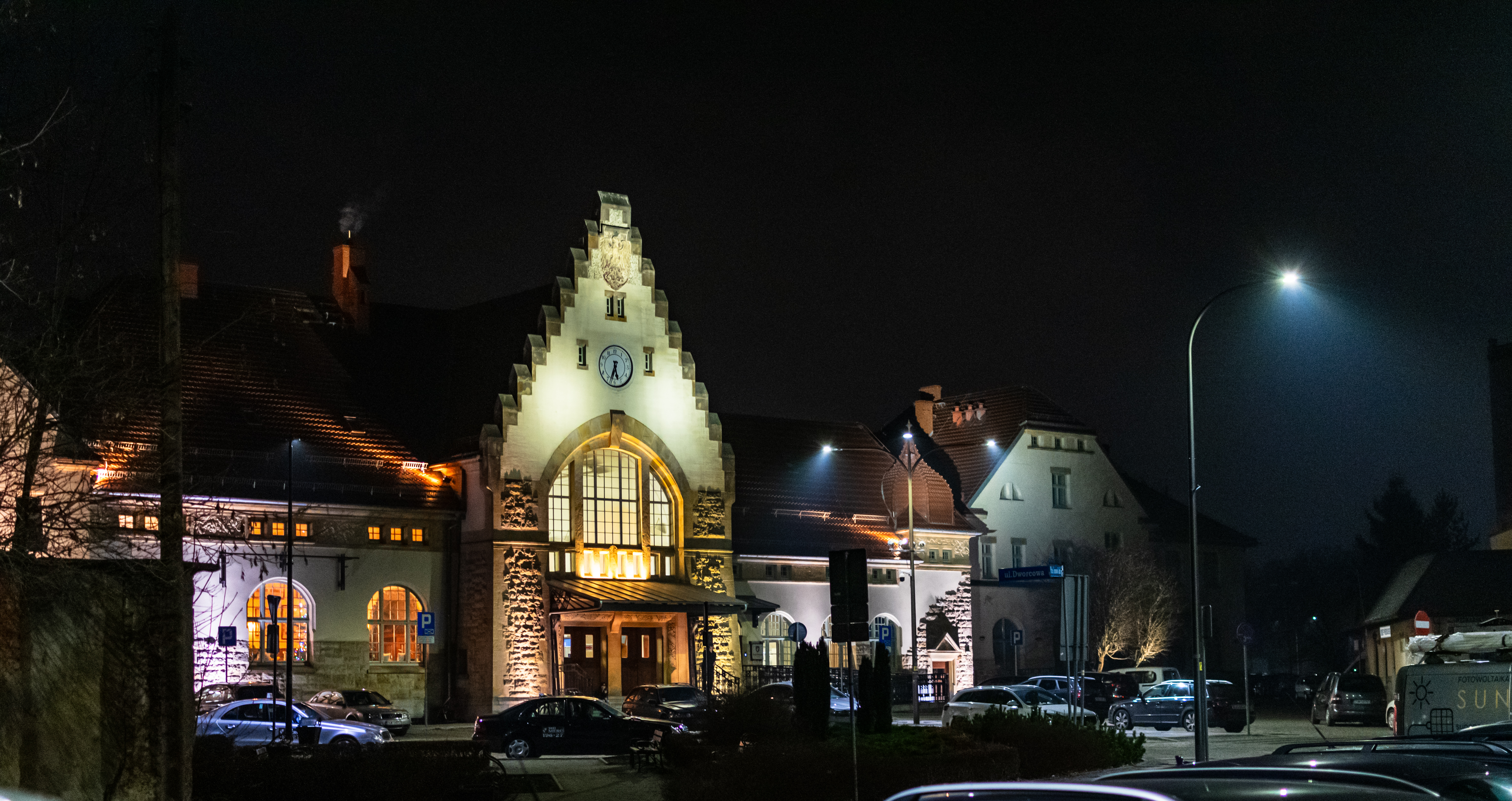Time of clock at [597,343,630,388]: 5:33
